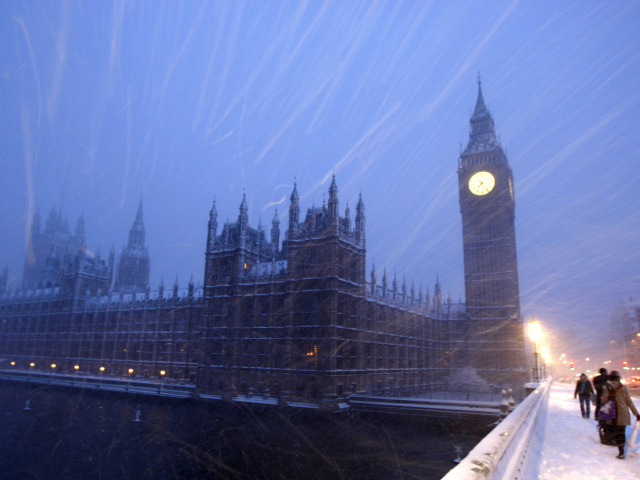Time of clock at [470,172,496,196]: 7:24
